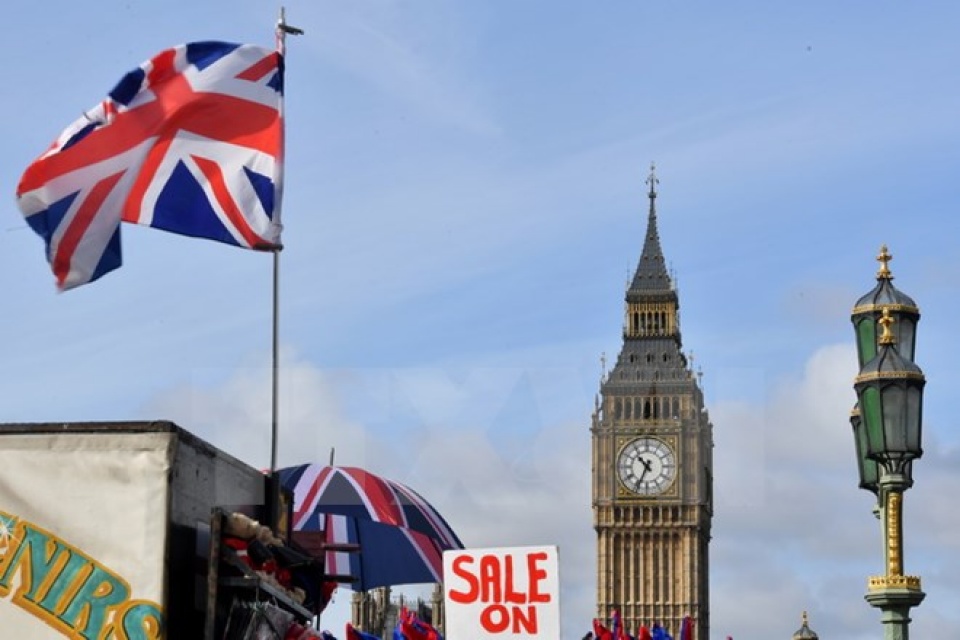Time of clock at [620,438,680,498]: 10:34
